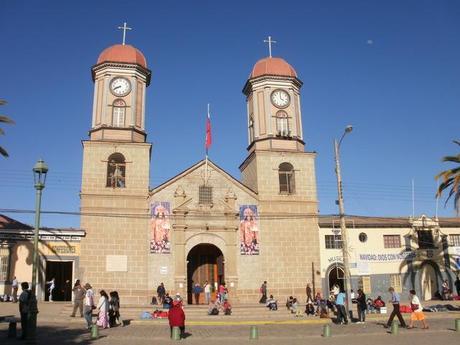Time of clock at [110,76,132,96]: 8:41
